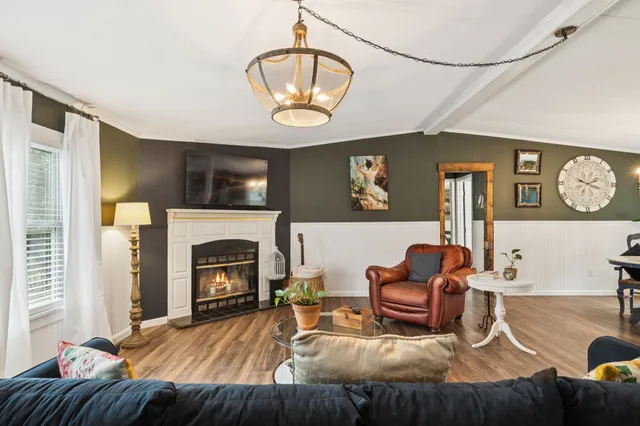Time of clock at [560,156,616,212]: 2:18
